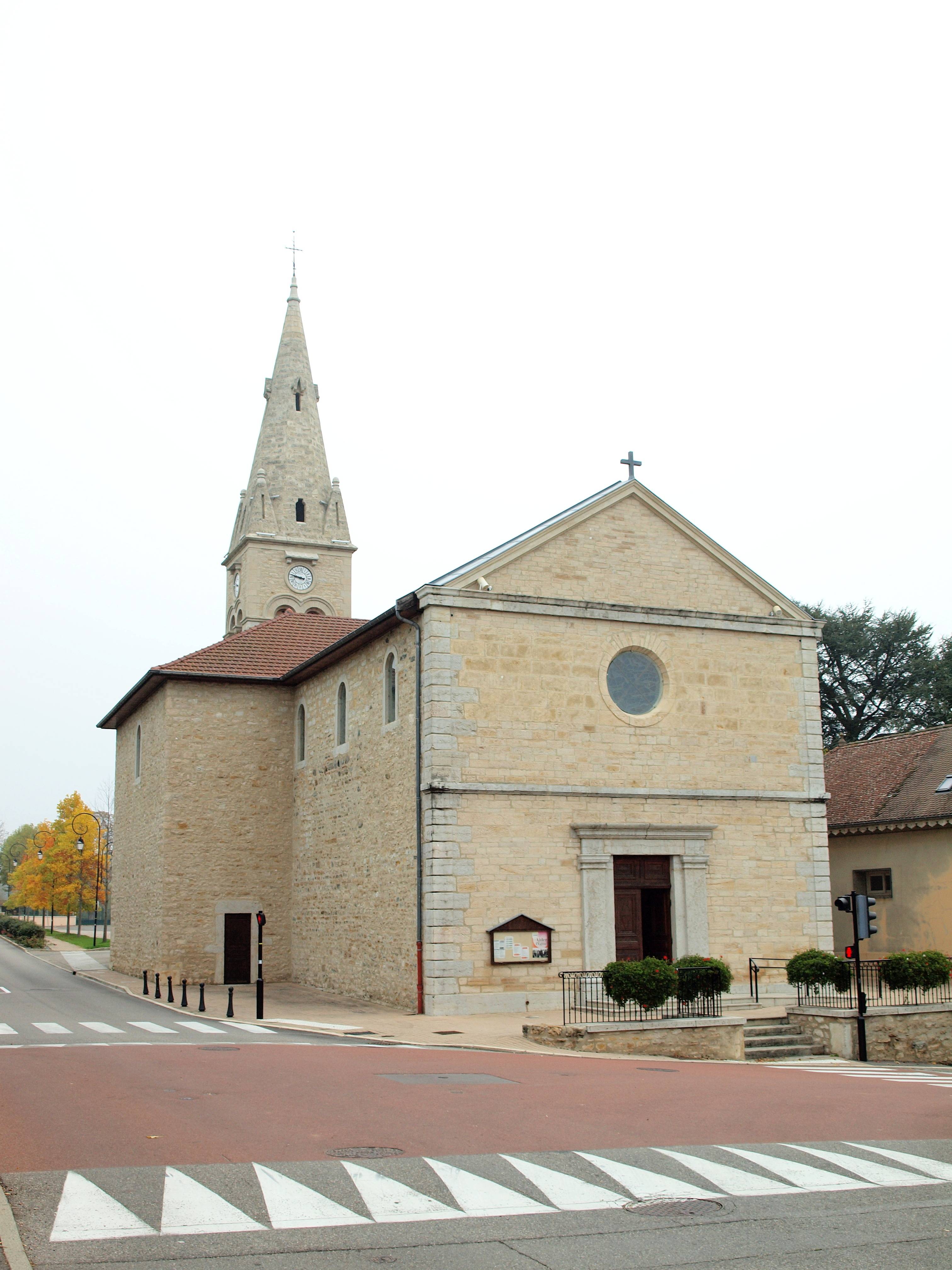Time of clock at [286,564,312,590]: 8:47
